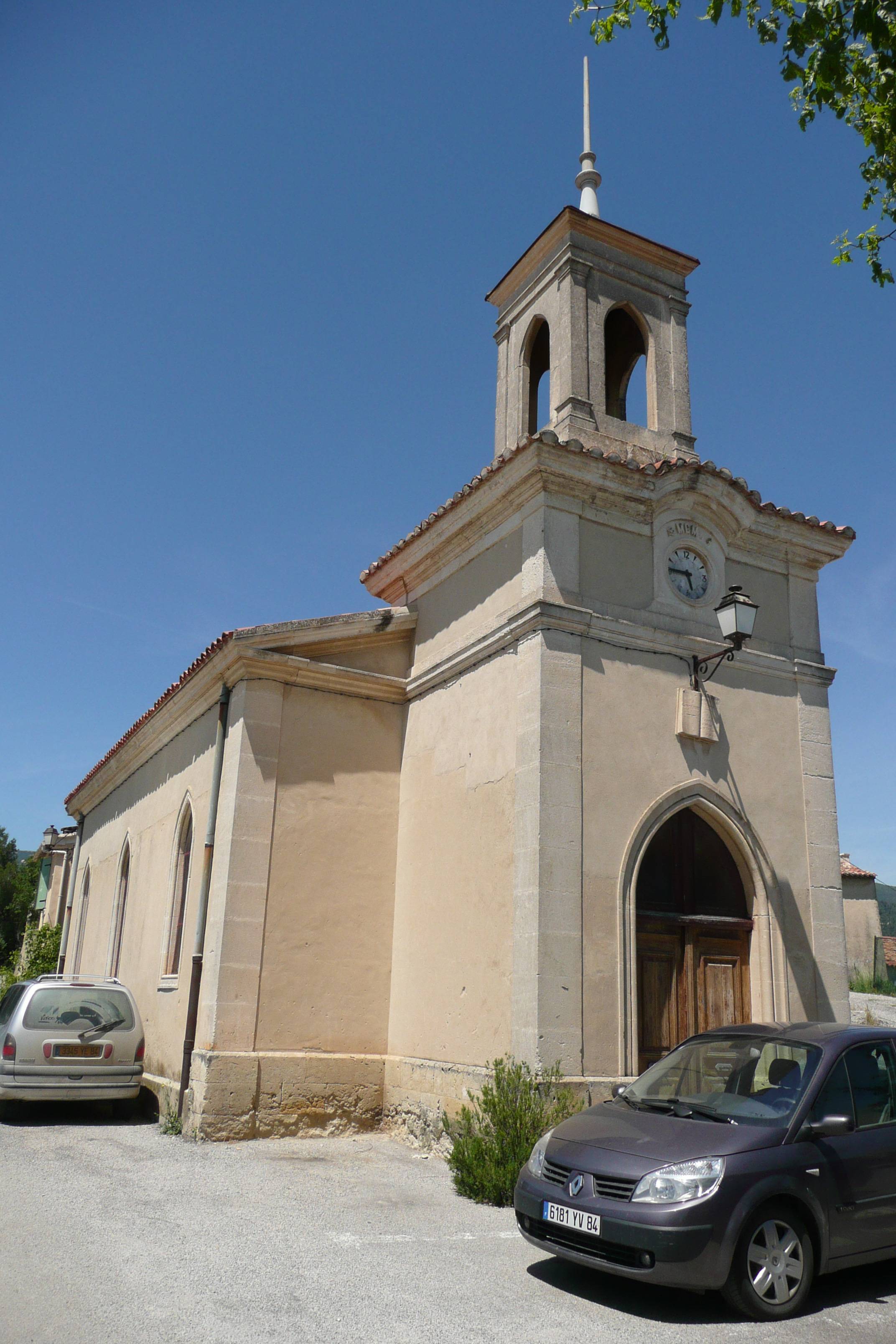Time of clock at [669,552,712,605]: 5:45
